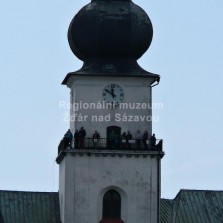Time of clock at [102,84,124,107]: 11:50
